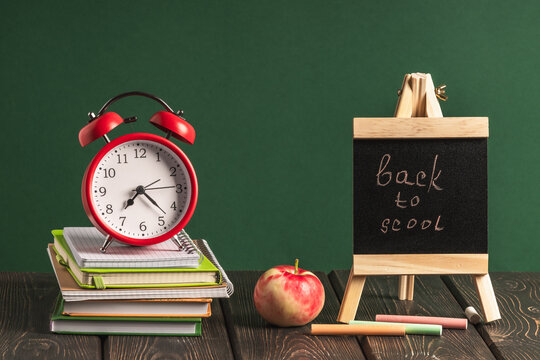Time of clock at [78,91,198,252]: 7:22
